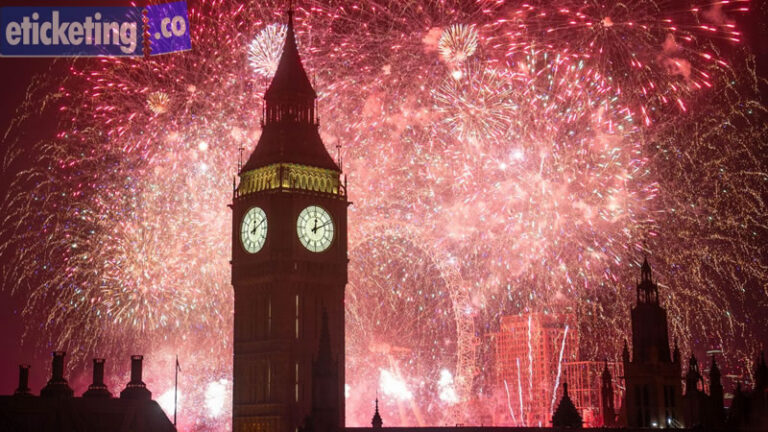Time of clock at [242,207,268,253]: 12:10
